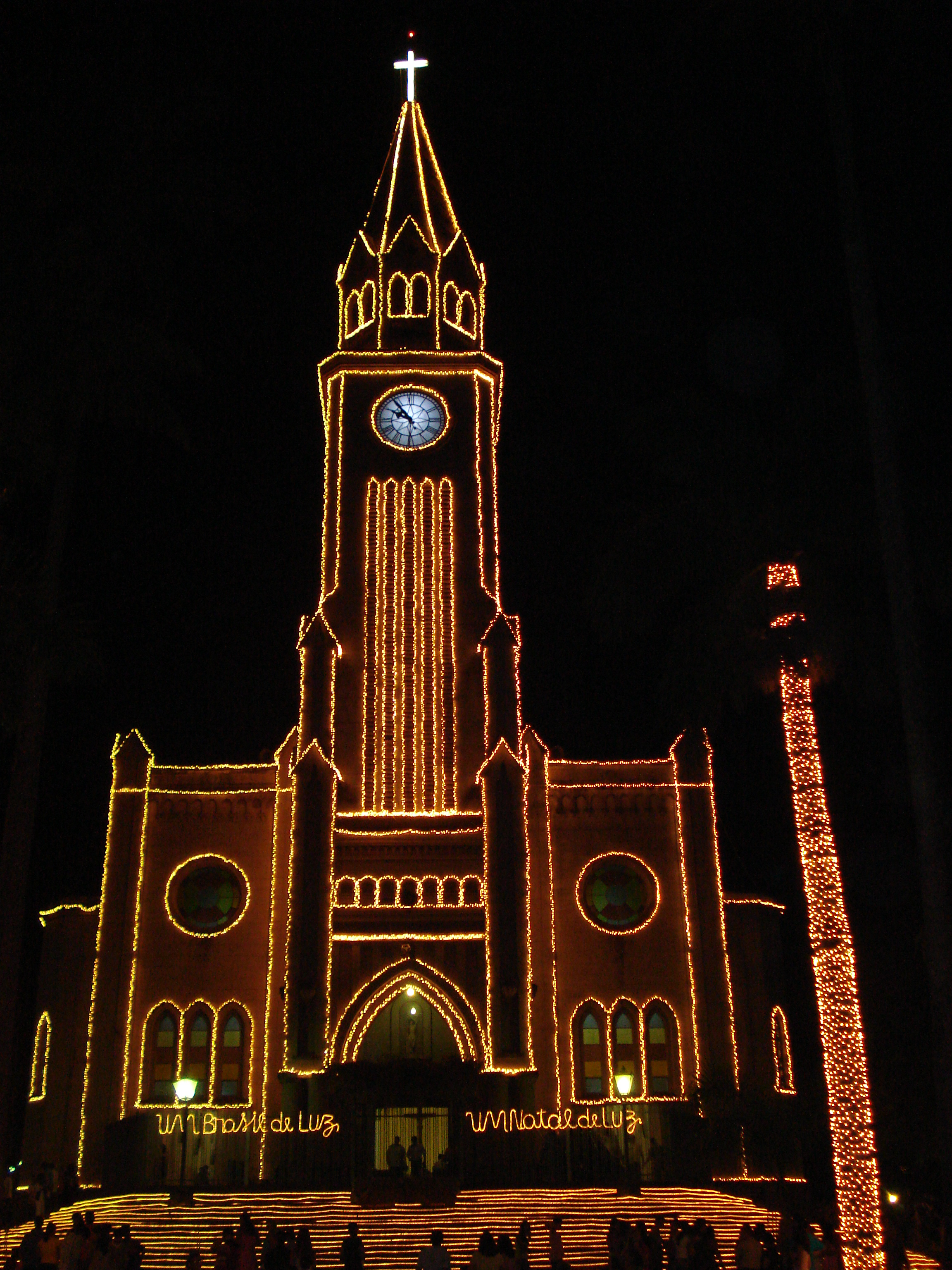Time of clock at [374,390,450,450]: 9:53
